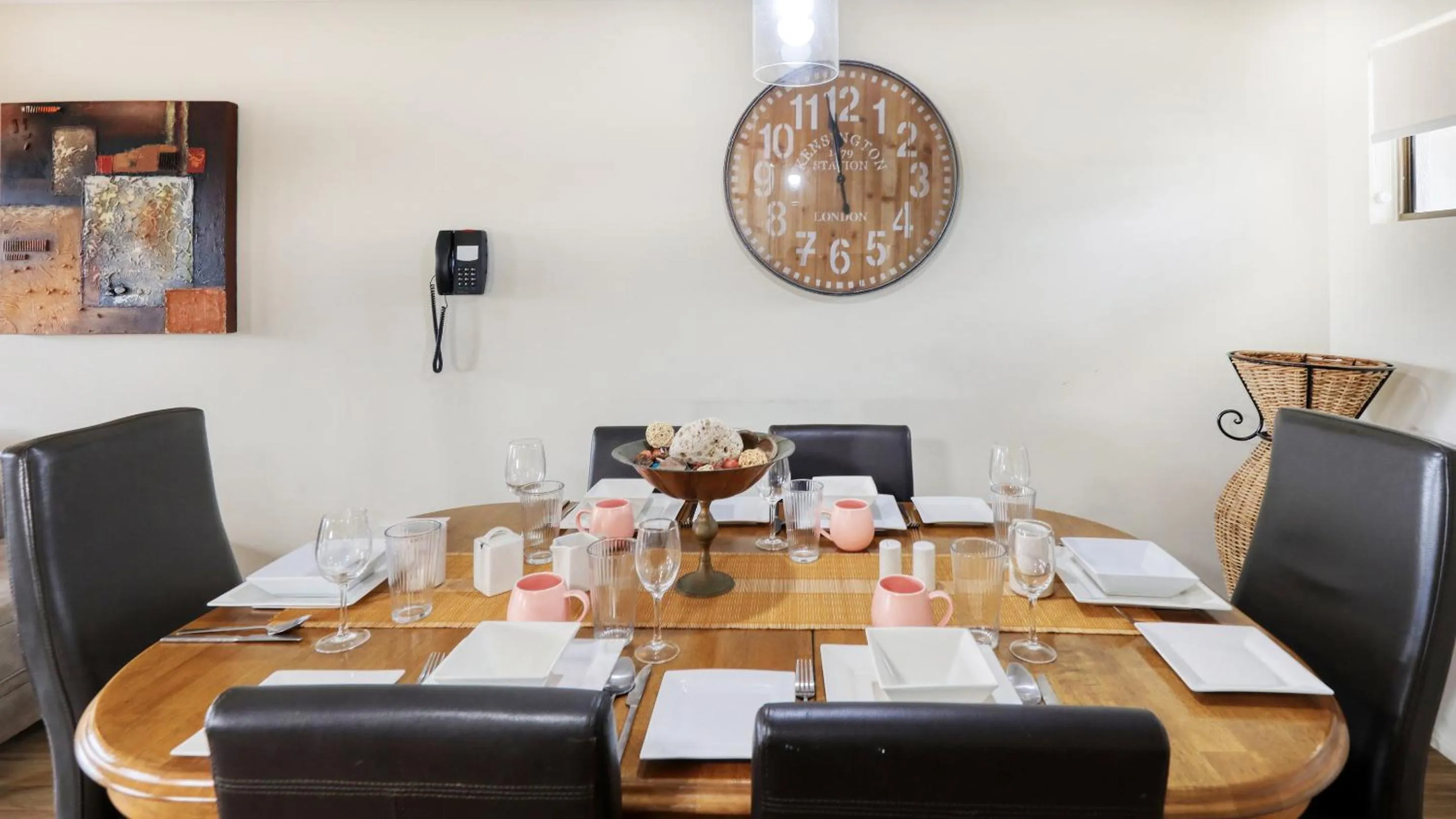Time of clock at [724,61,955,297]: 11:58
